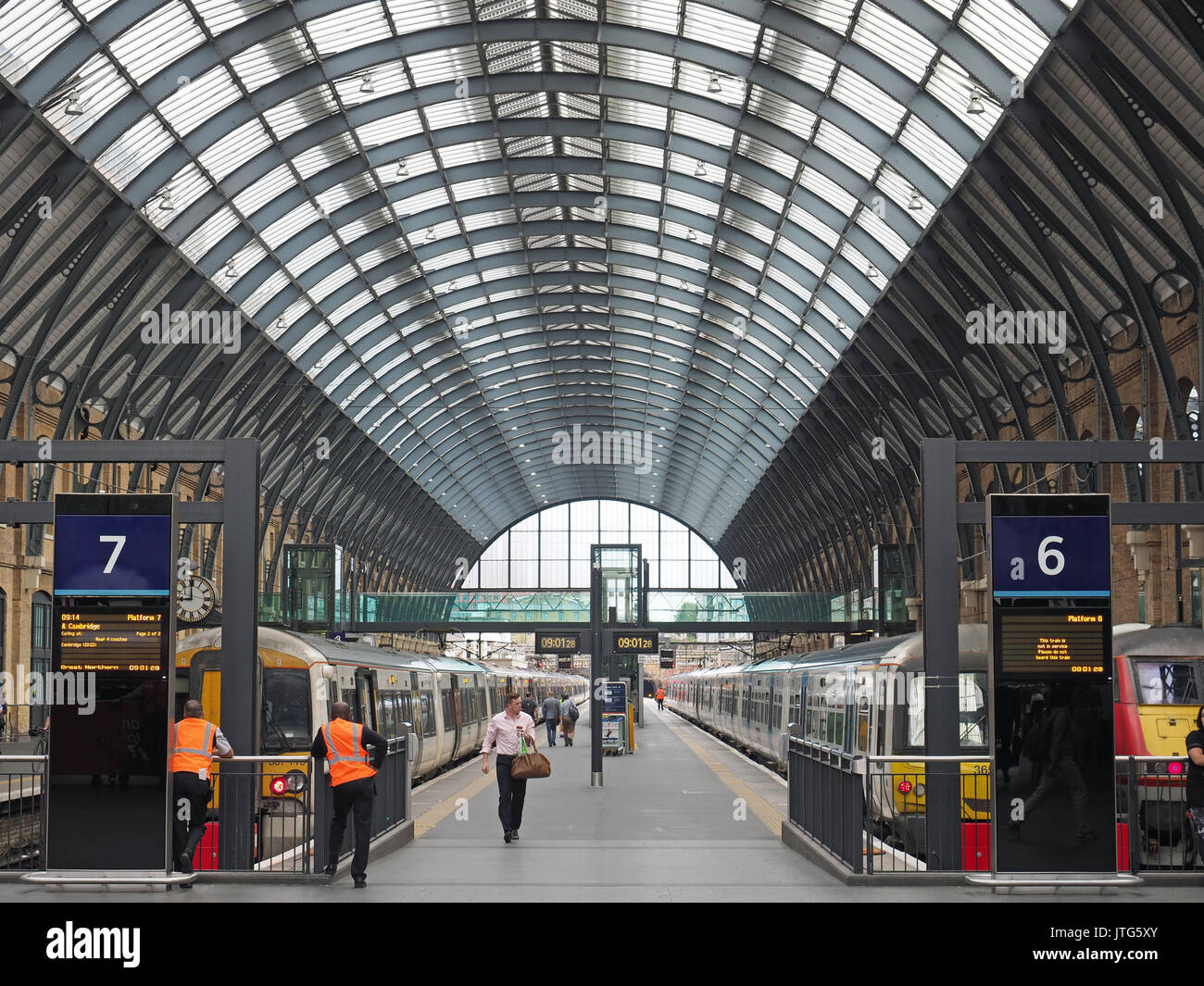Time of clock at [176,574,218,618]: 8:59
